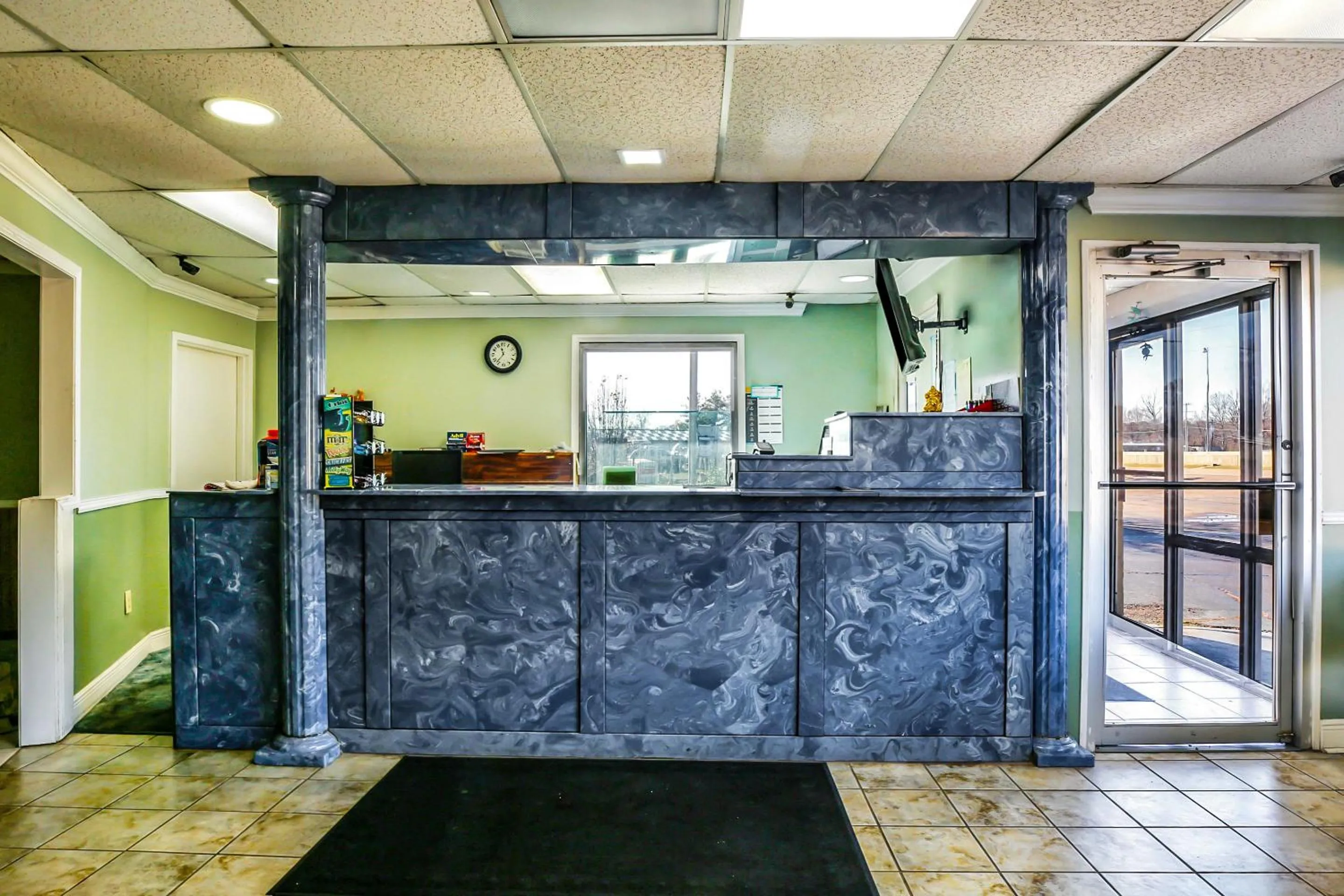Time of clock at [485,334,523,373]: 11:36
